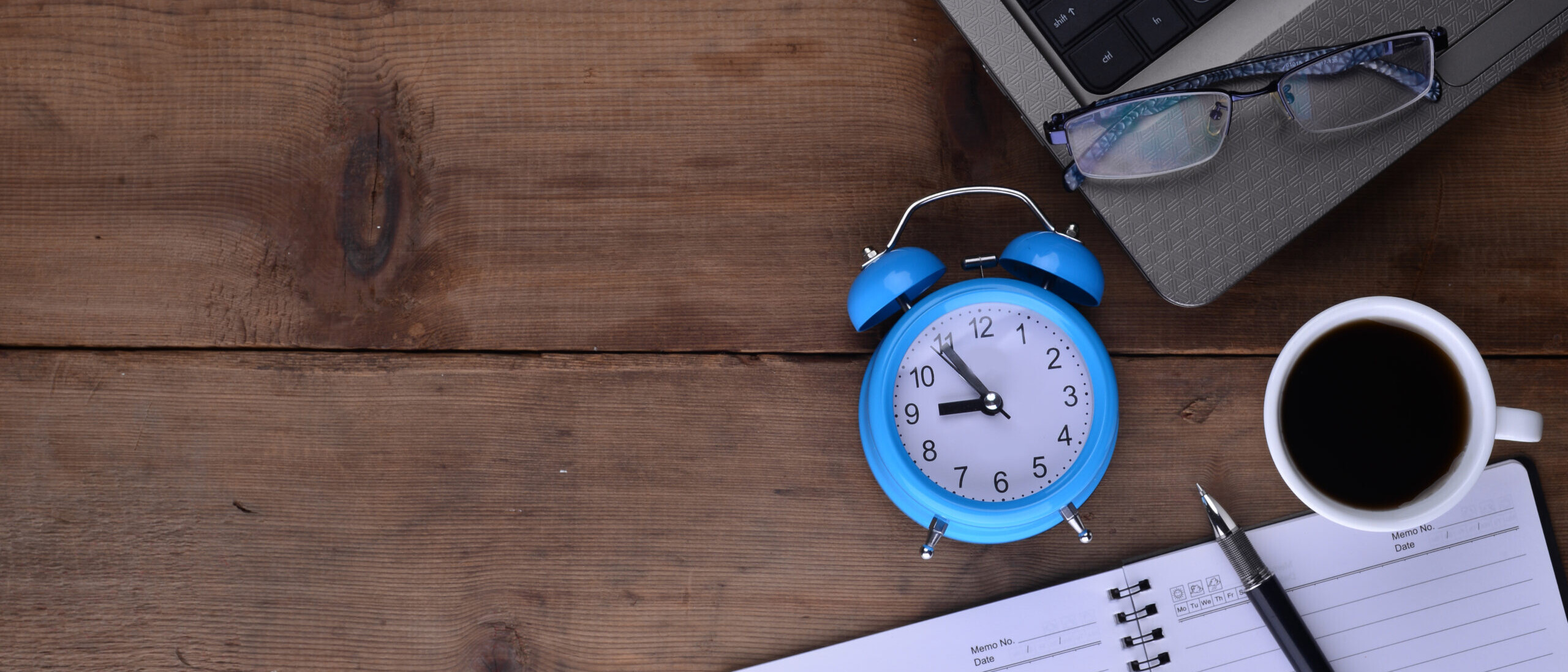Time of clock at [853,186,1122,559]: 8:54
